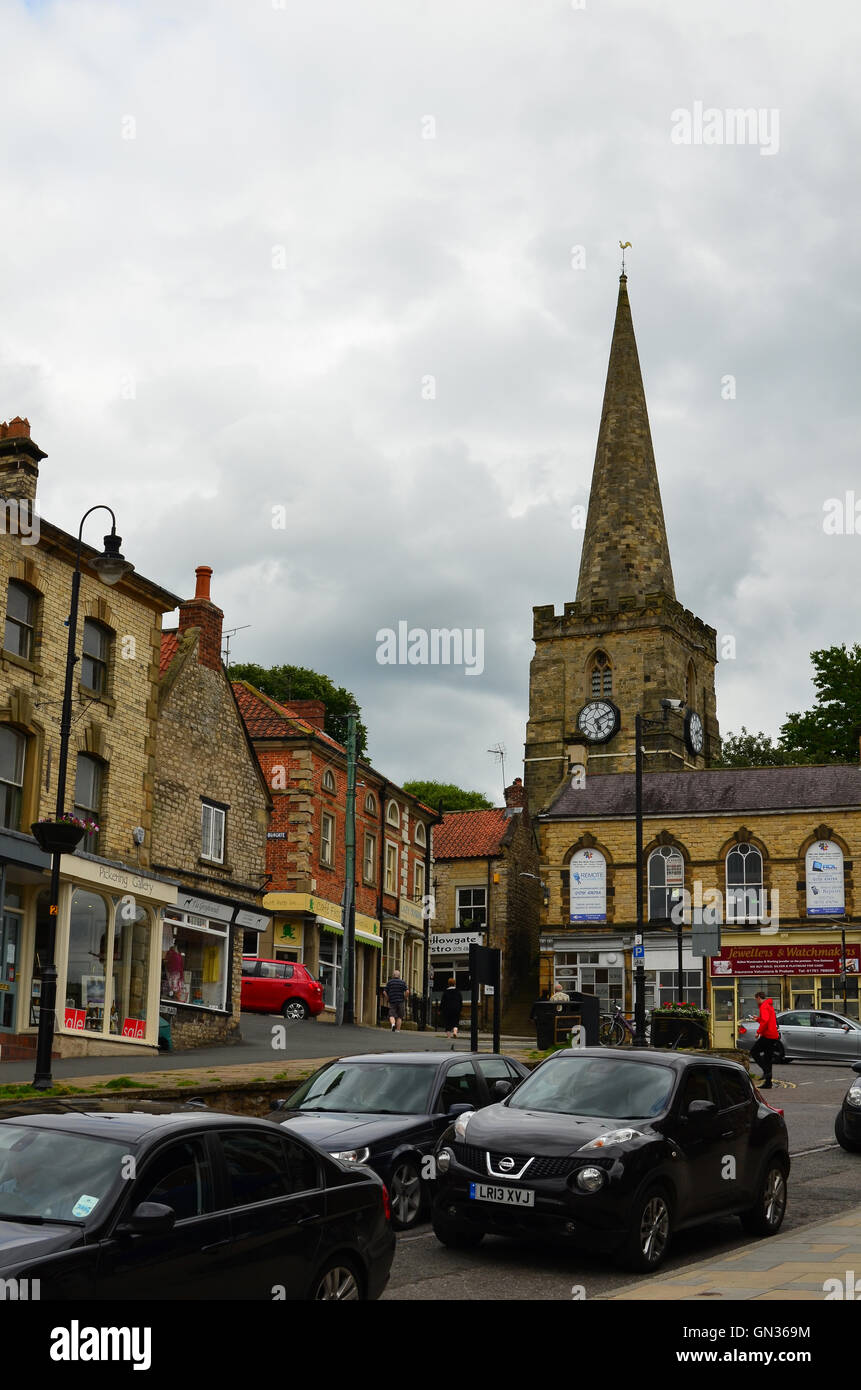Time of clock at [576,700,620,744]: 5:09
